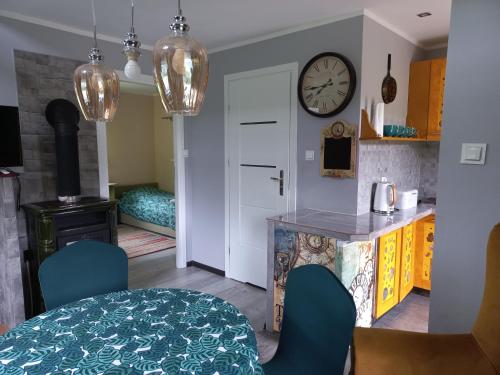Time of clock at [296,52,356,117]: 7:43
